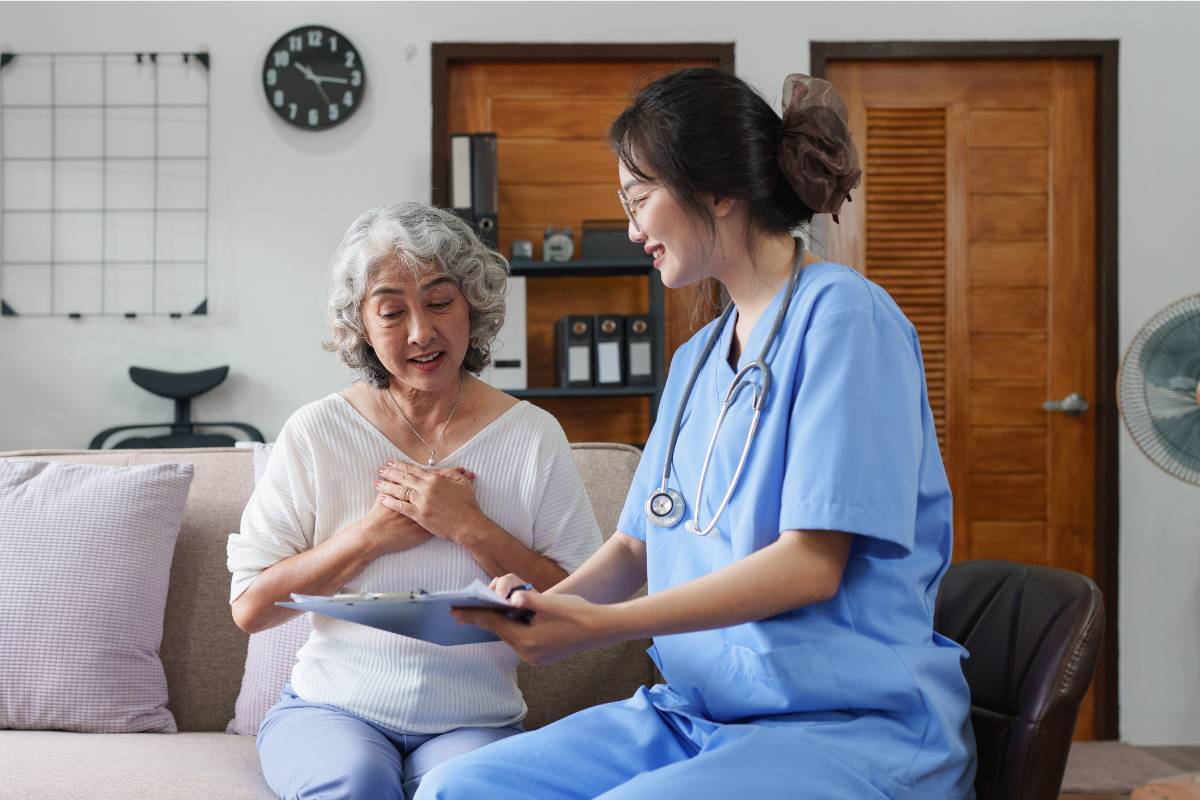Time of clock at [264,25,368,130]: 10:15
